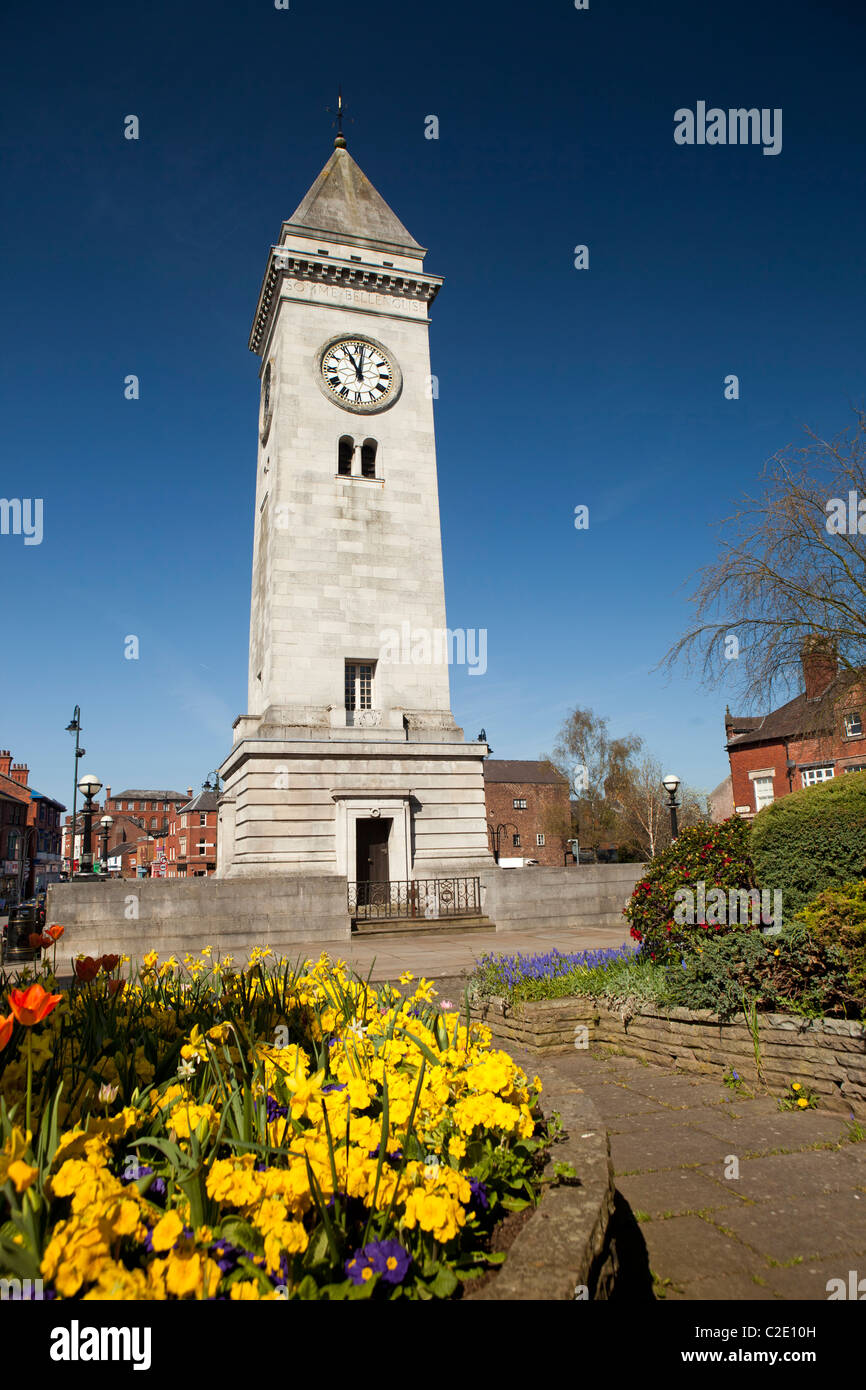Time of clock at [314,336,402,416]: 11:01
